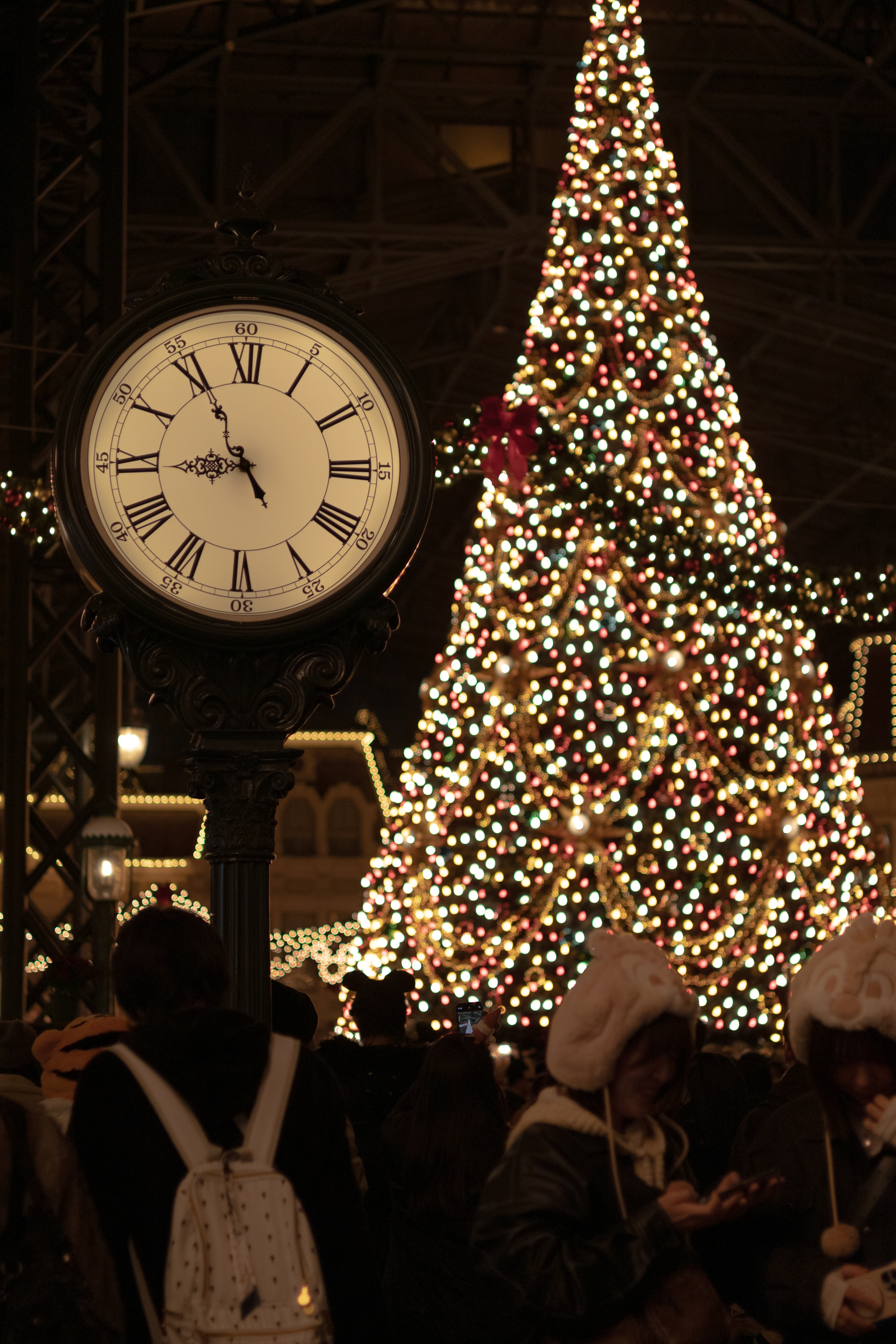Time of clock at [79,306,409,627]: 8:55
